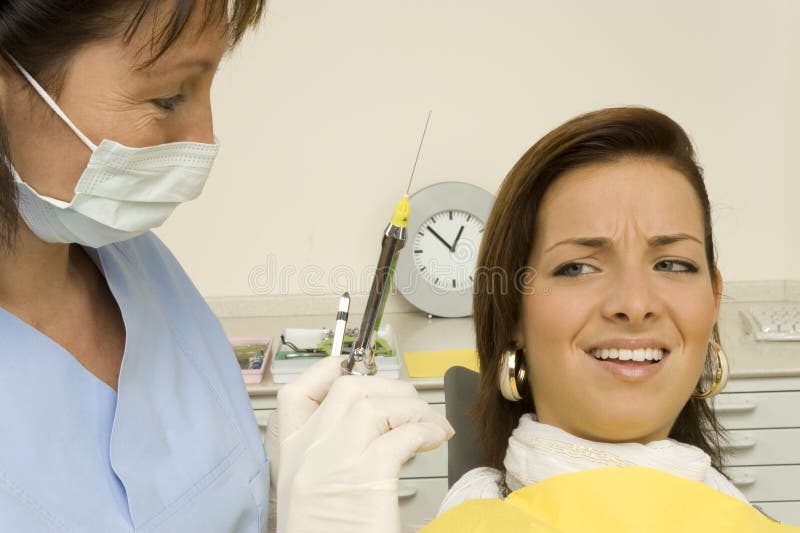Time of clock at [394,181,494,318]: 12:52
